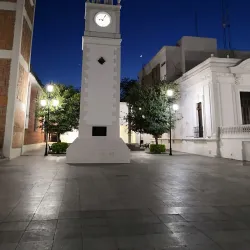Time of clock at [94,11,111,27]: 9:05
